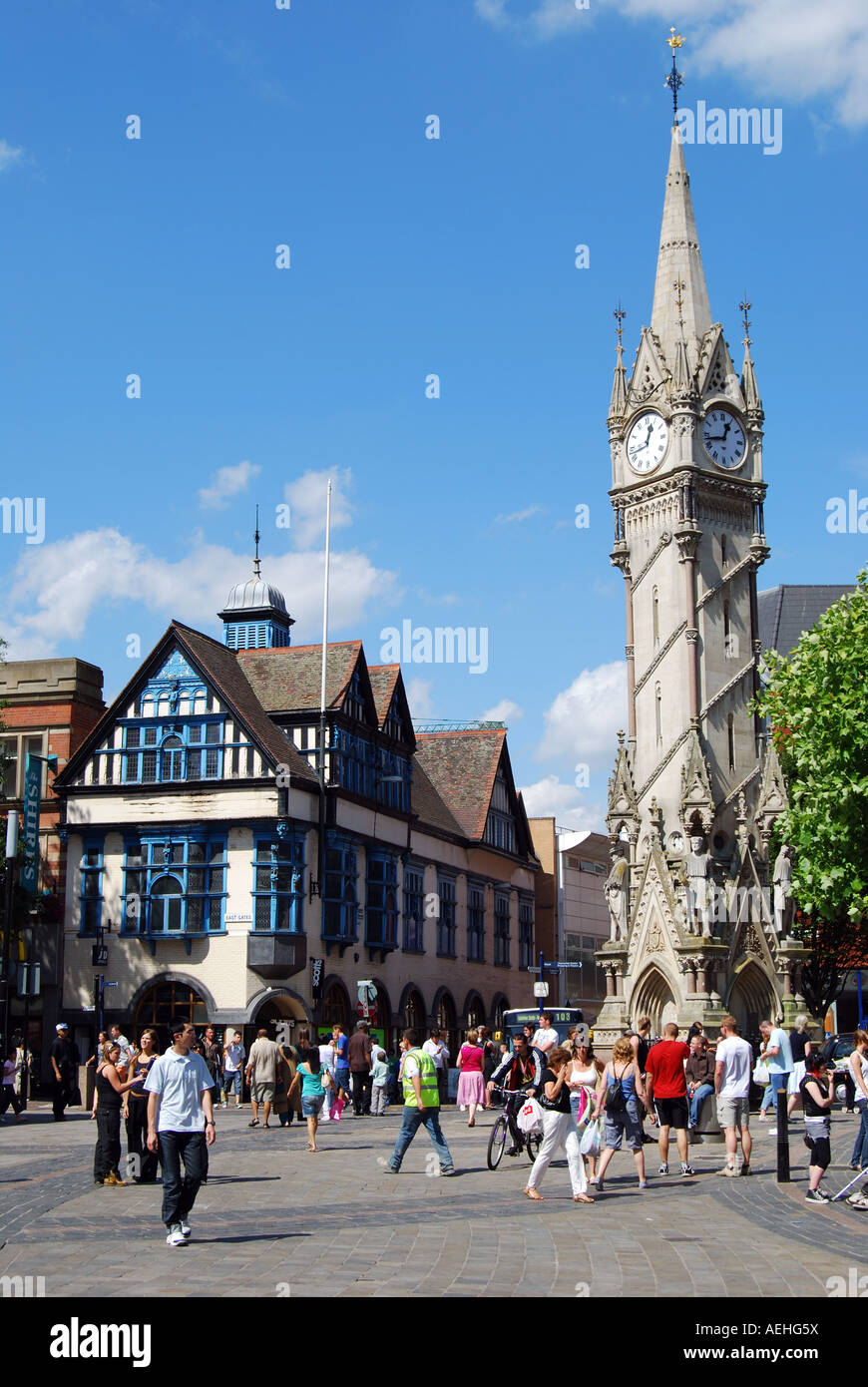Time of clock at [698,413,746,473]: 12:43
